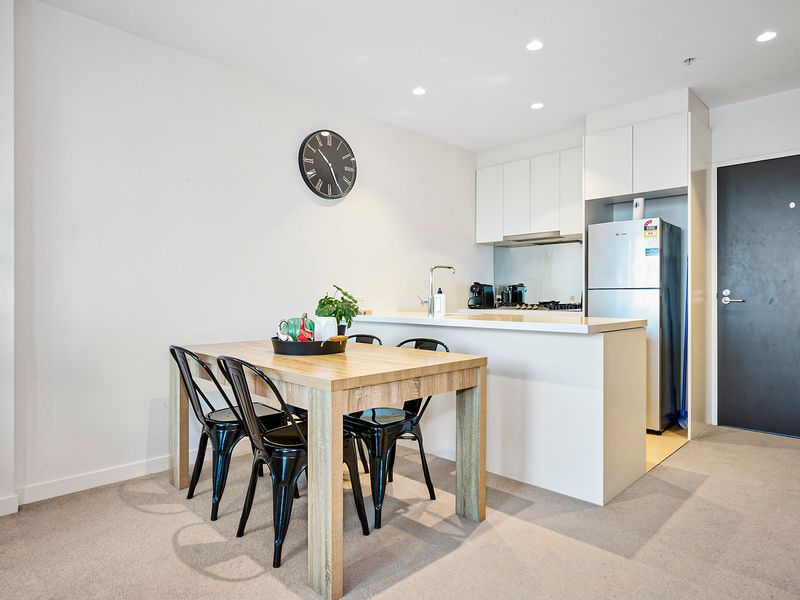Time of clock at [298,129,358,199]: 10:25
